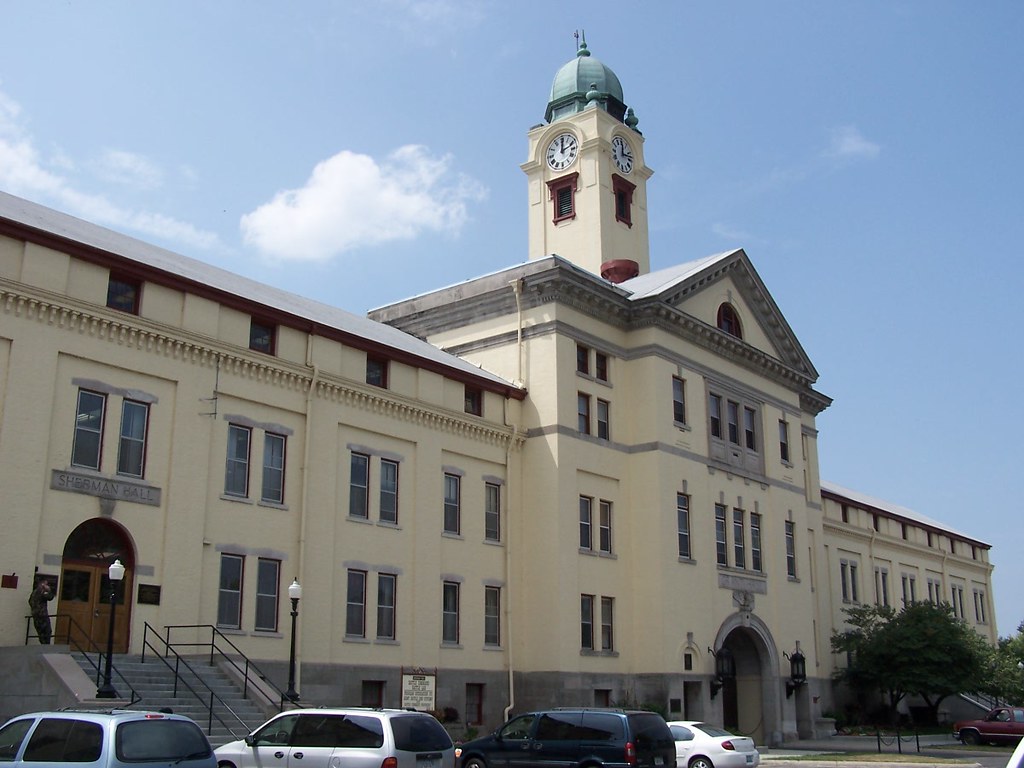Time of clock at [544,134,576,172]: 12:11
